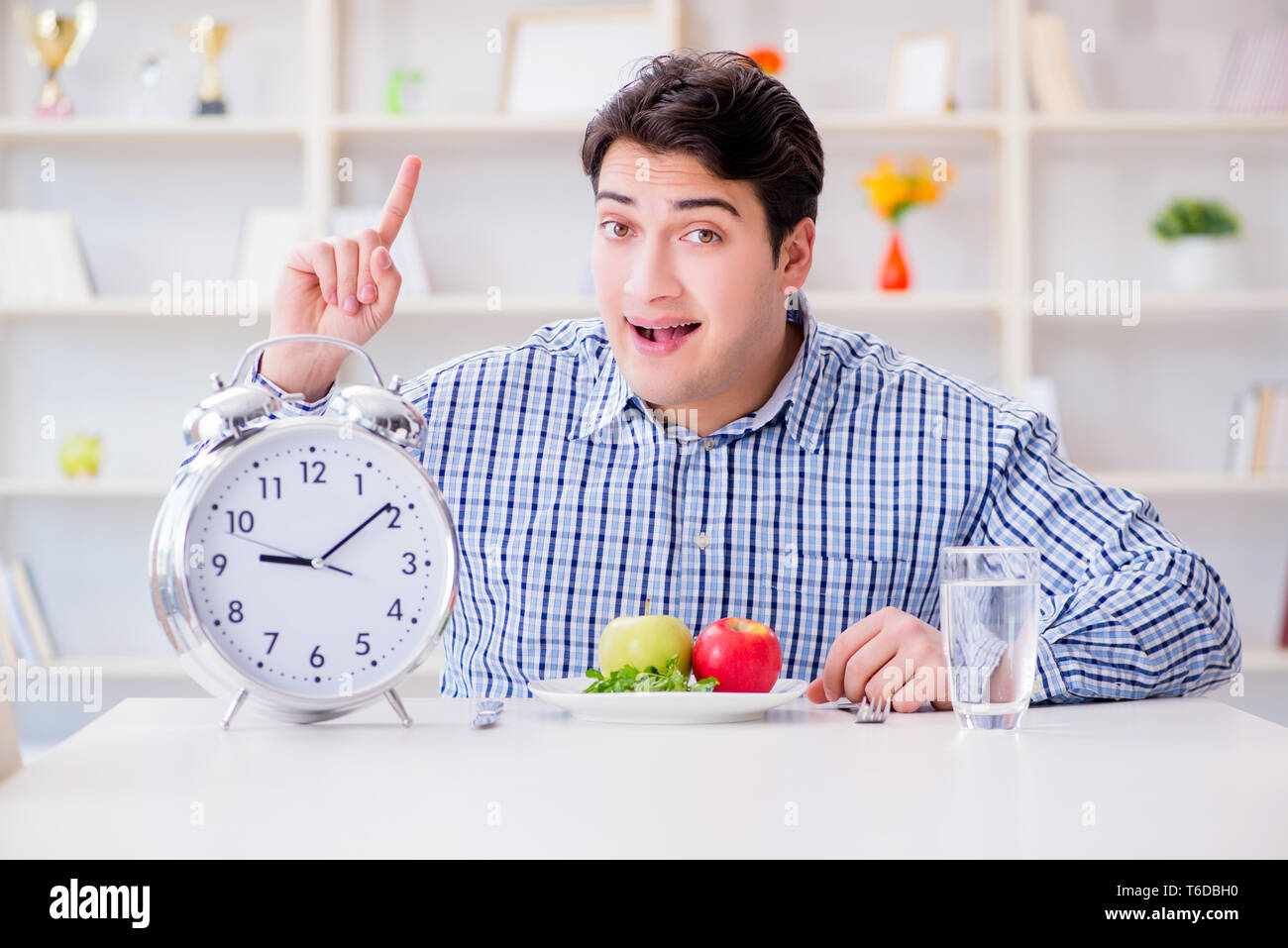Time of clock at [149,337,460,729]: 9:09
